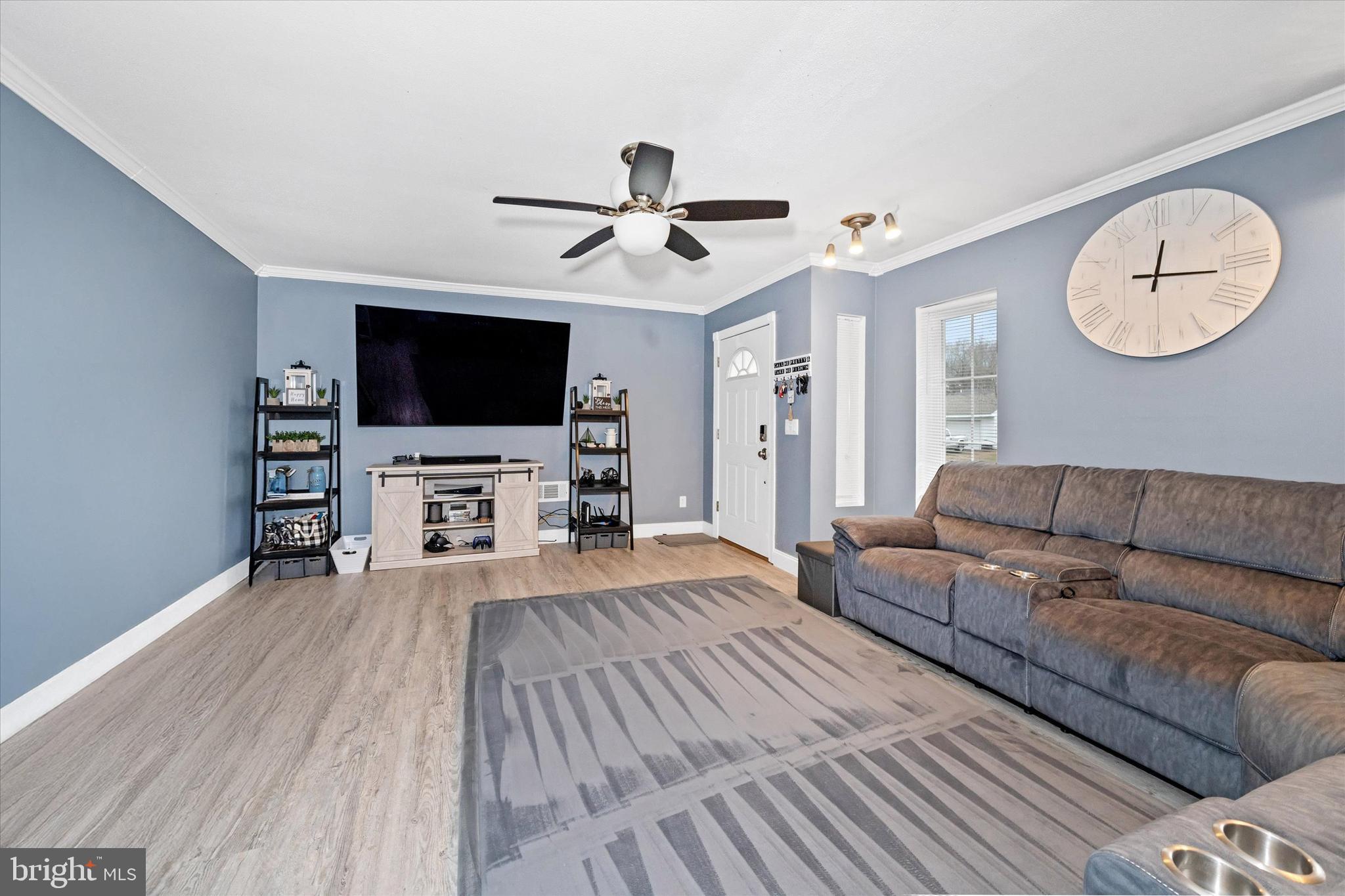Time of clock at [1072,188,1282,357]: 12:16
